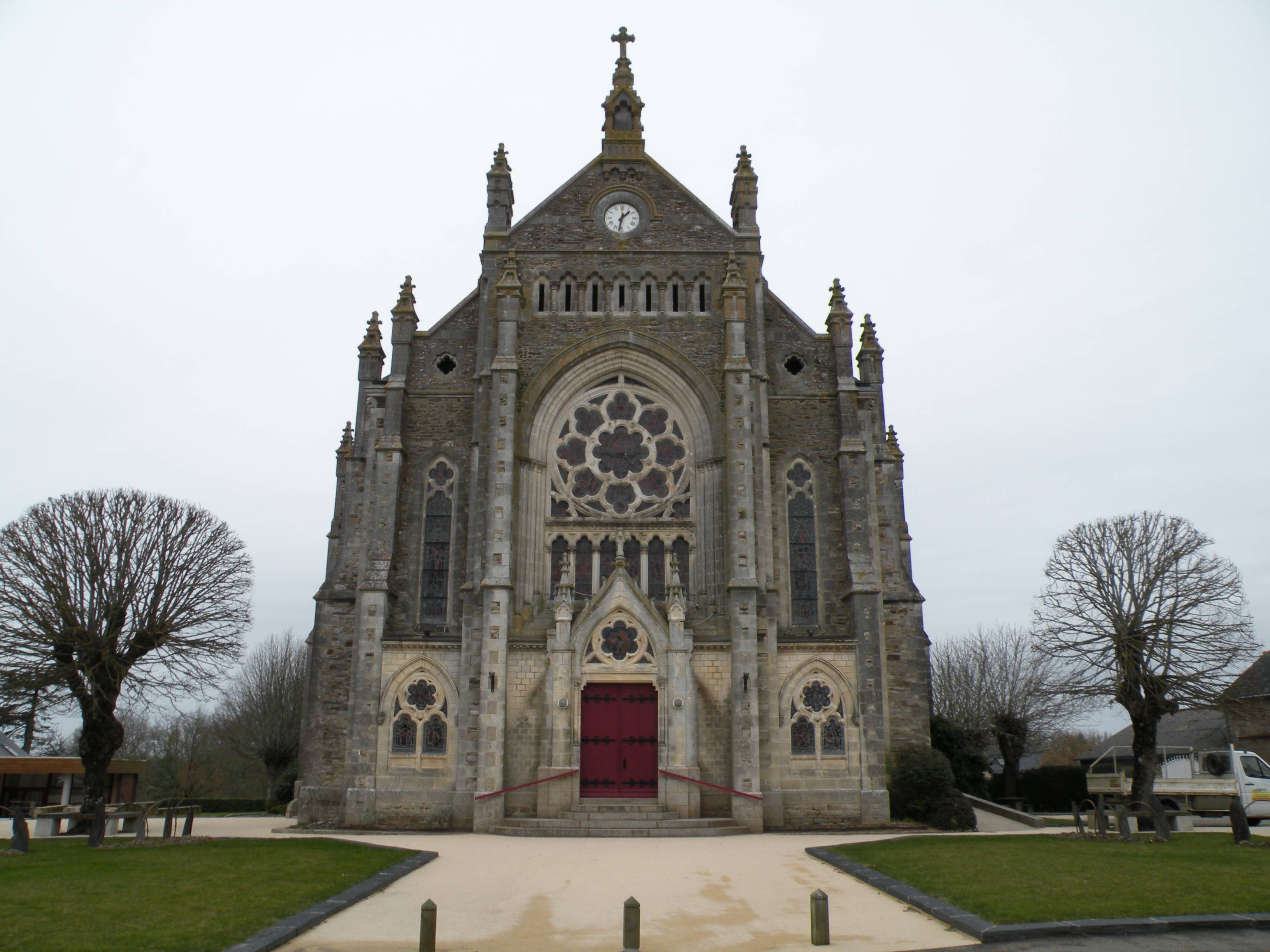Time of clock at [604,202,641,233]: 1:32
